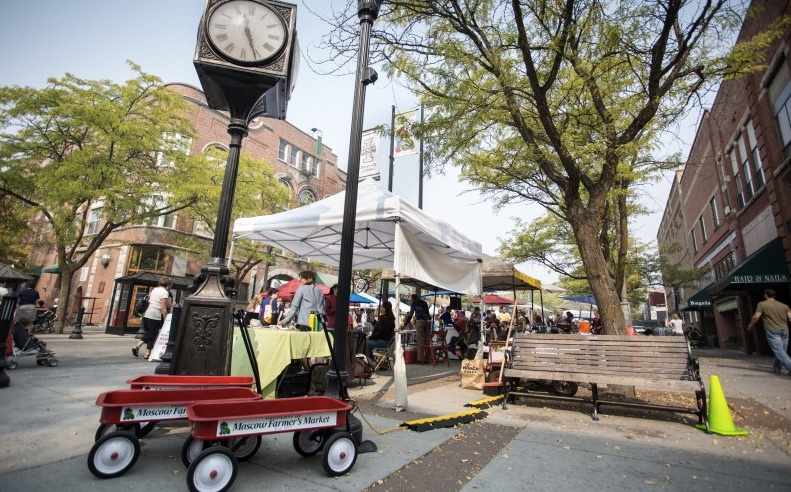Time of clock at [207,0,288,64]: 11:25
